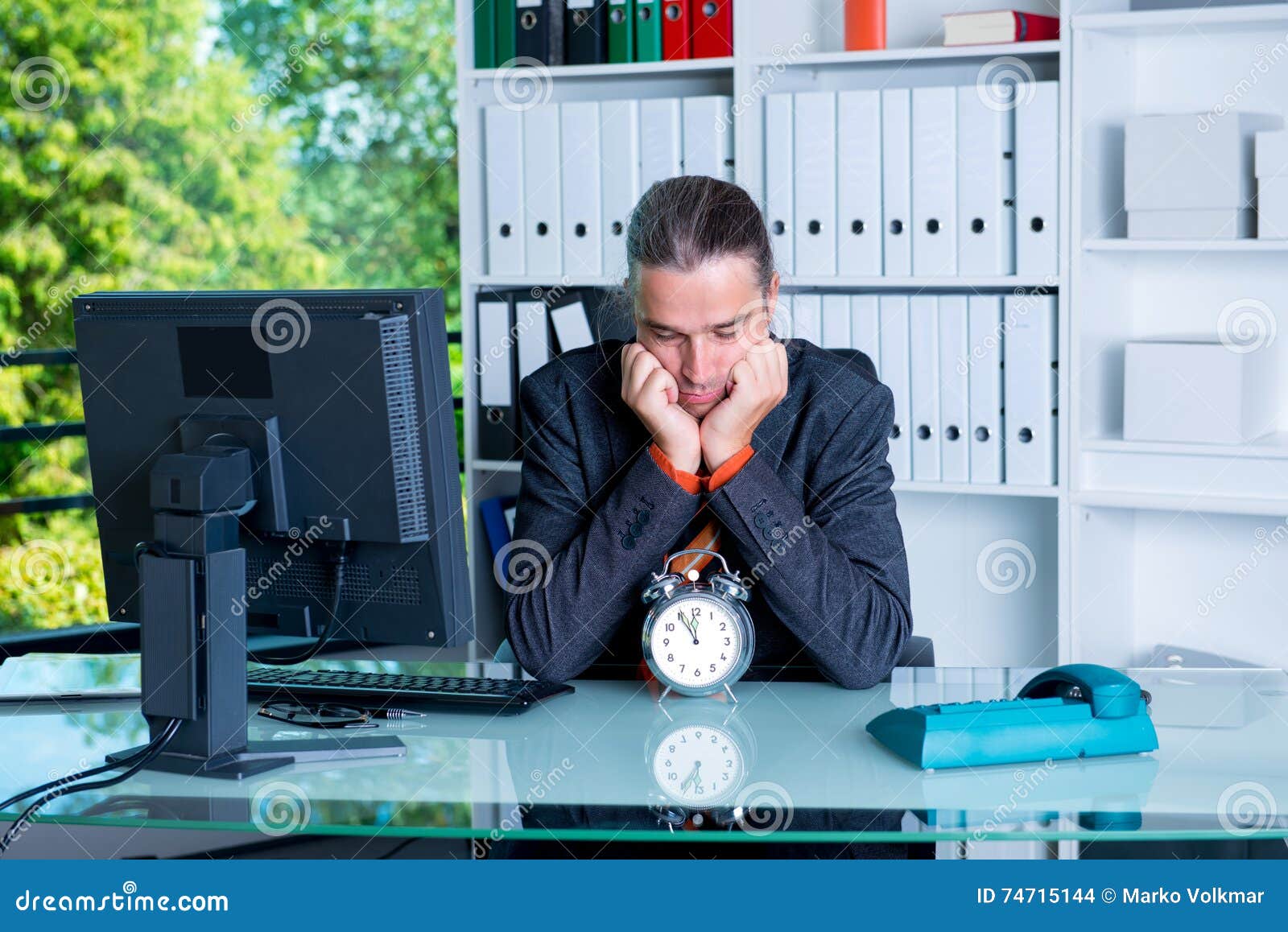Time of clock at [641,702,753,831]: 6:35
